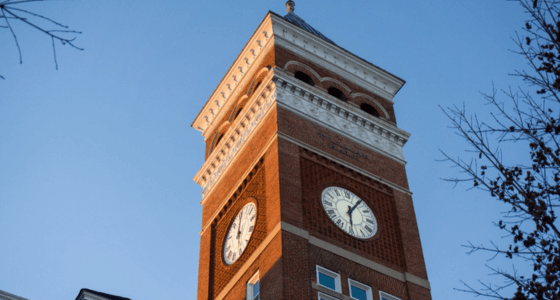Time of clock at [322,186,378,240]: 6:05
